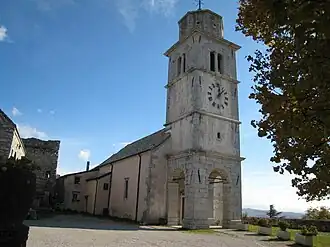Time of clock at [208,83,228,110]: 12:07
